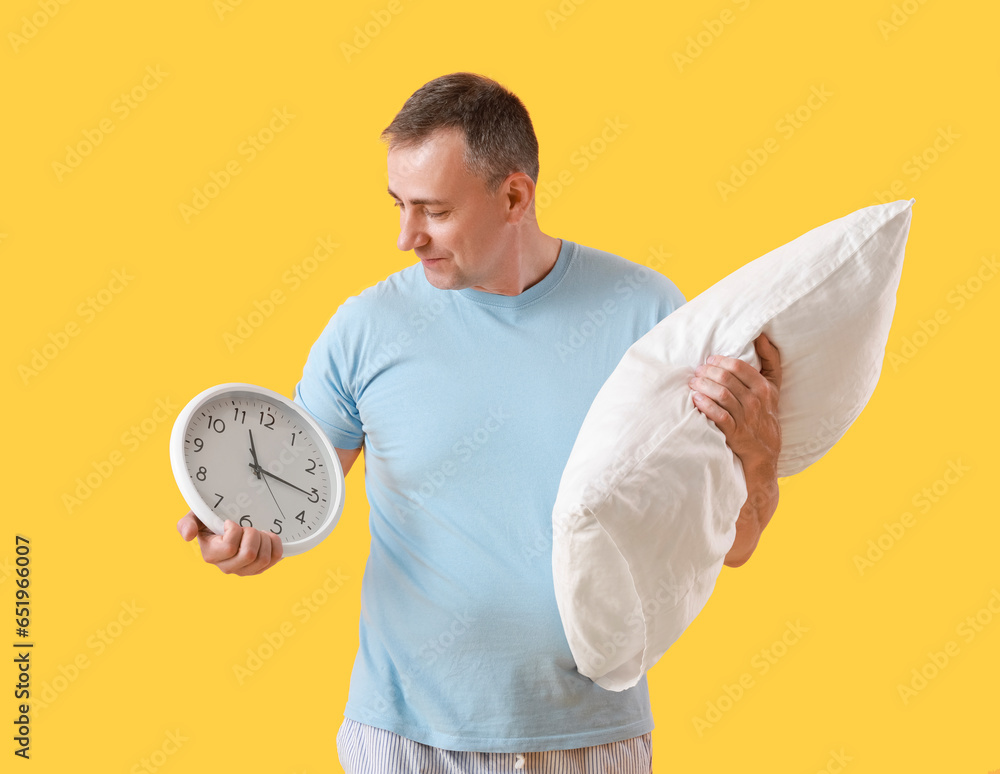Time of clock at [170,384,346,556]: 11:15
